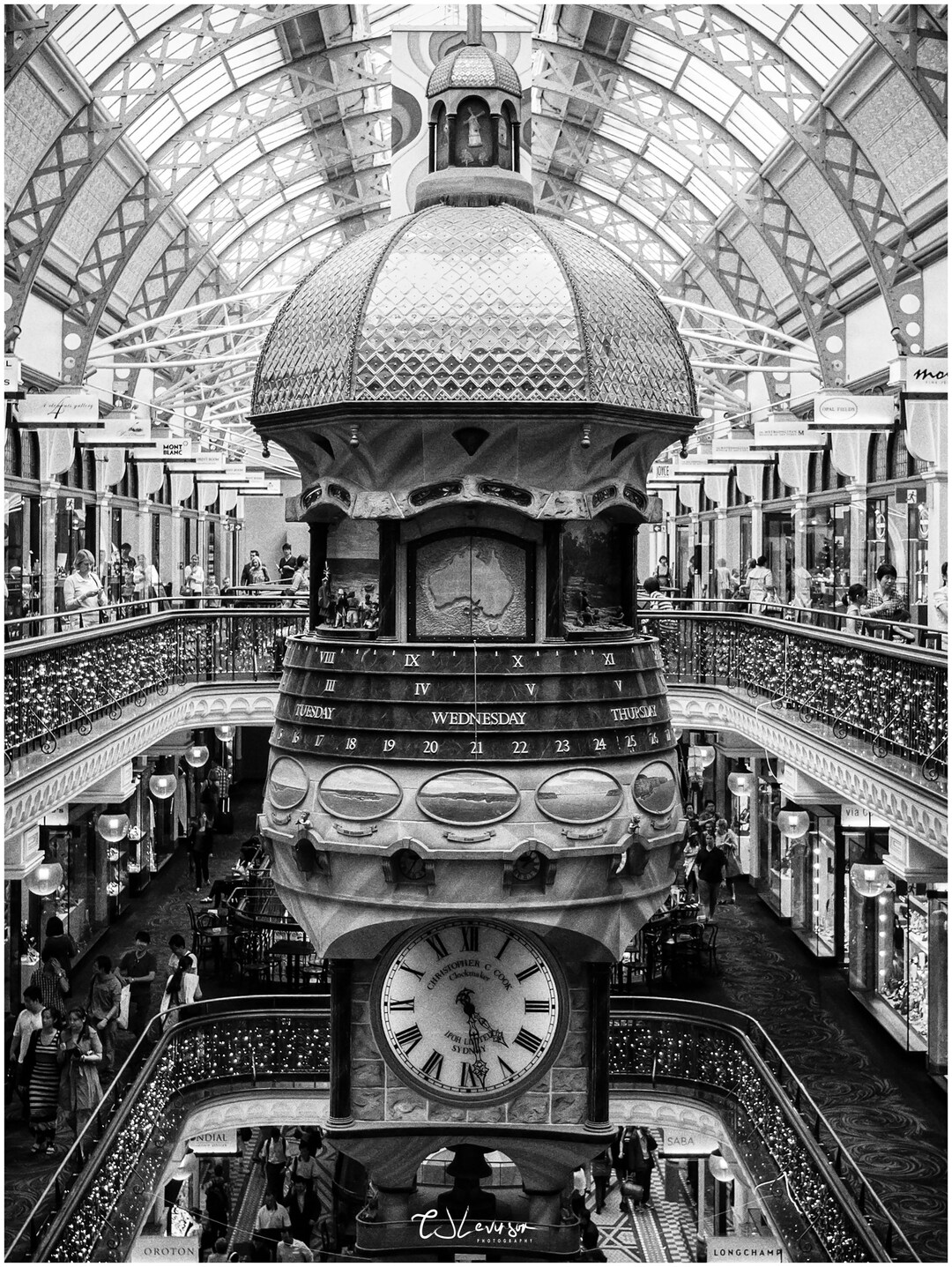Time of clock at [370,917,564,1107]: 4:28
